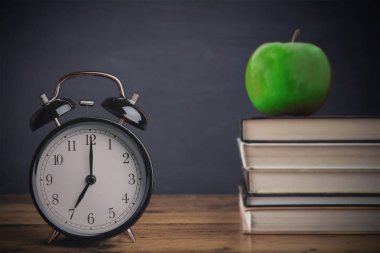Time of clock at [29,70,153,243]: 7:00
